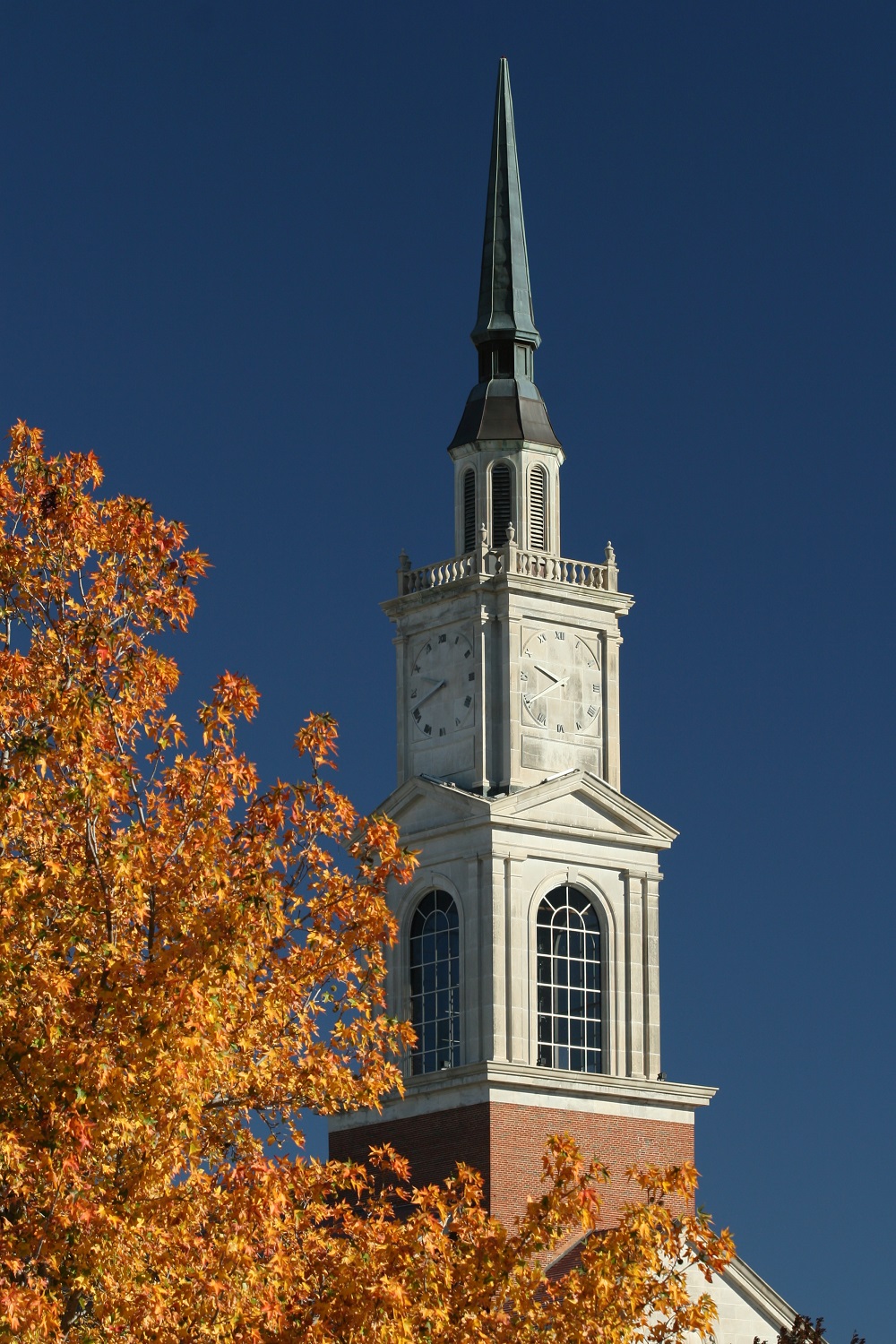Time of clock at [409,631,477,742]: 9:42
